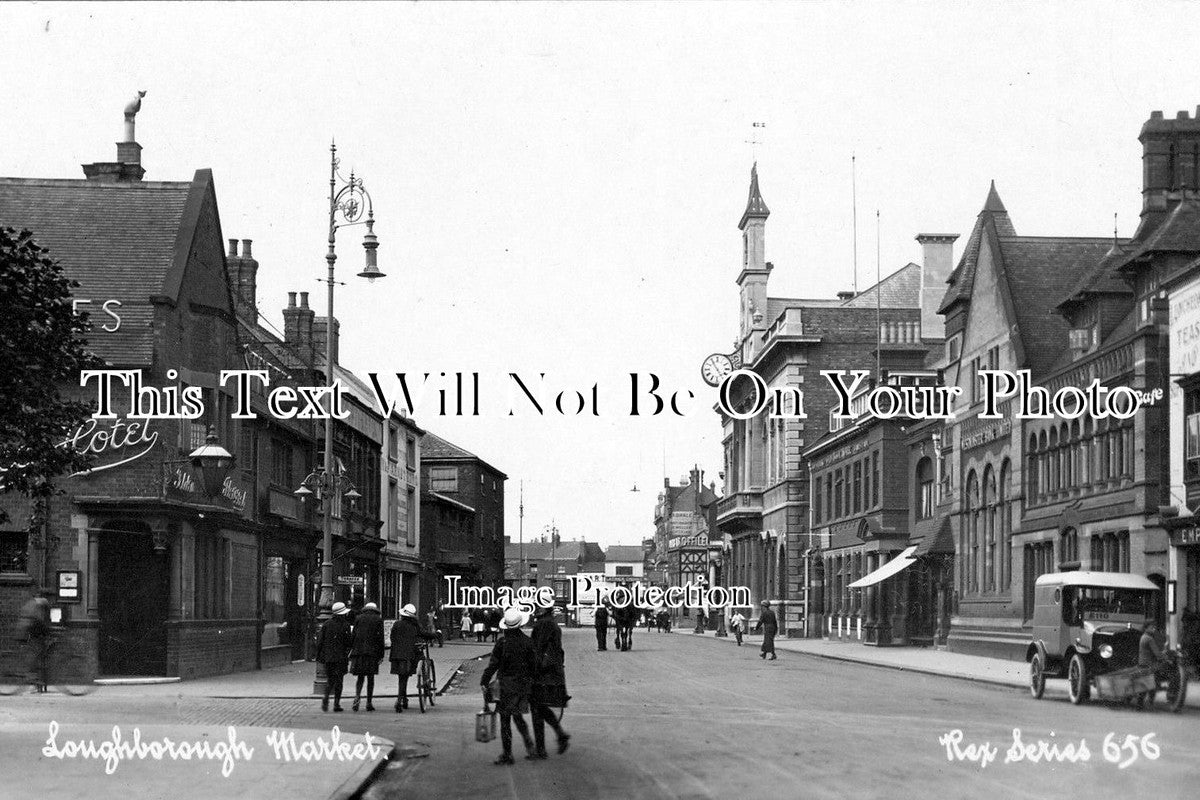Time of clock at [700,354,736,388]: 4:54
